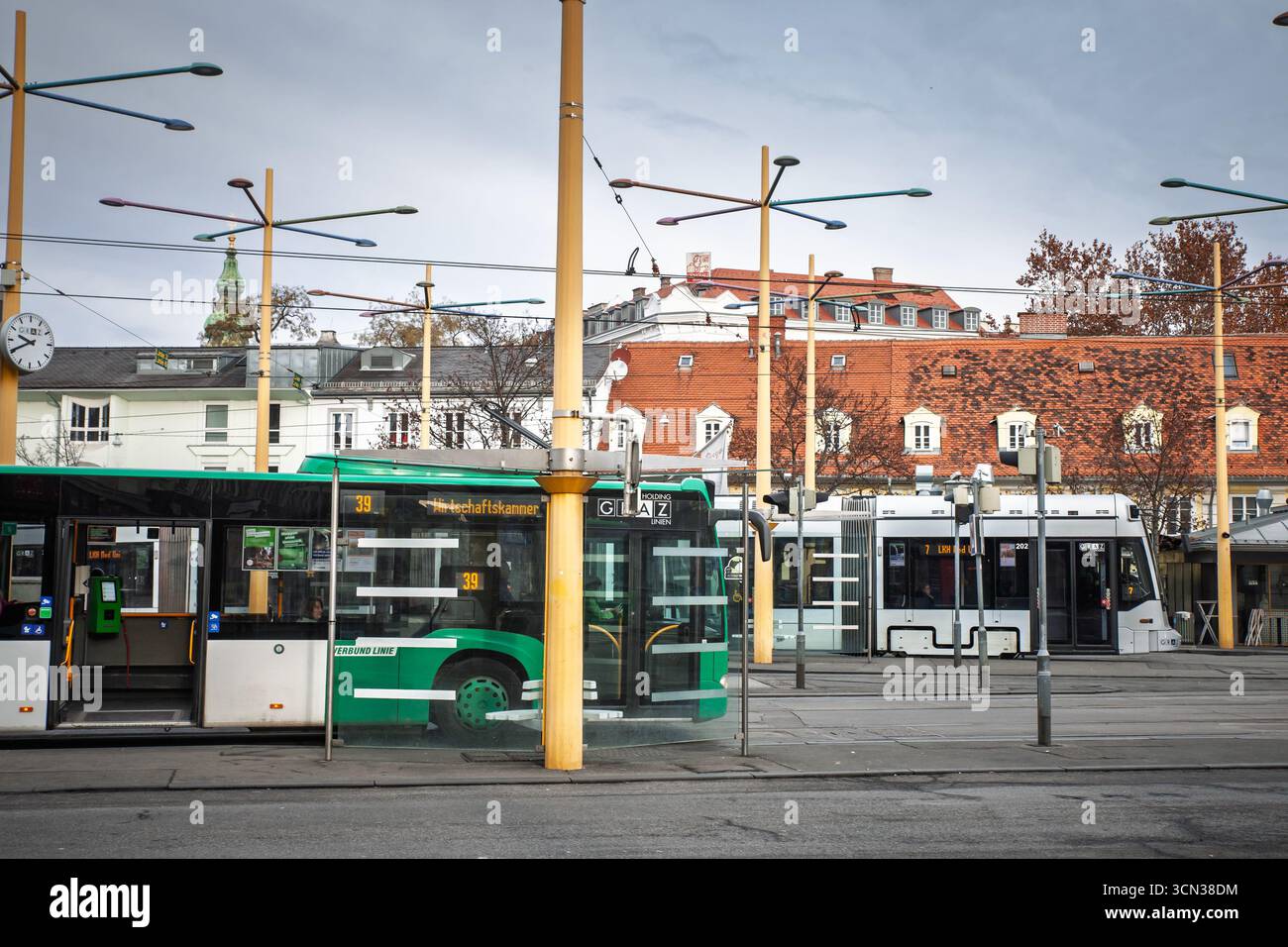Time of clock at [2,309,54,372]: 9:40
